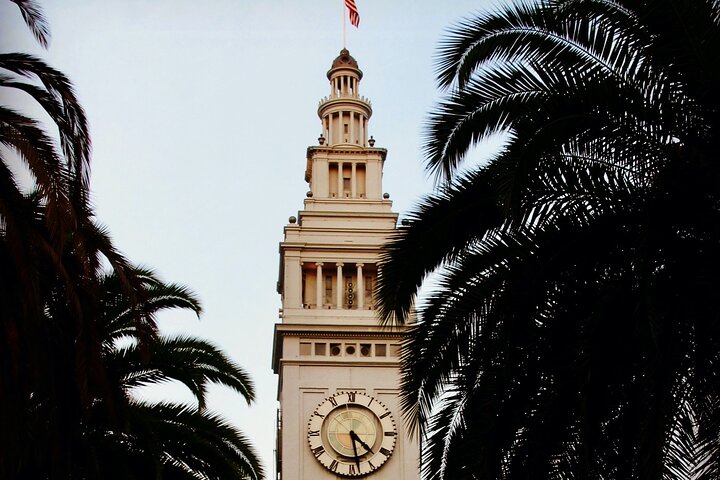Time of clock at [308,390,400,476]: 4:28
